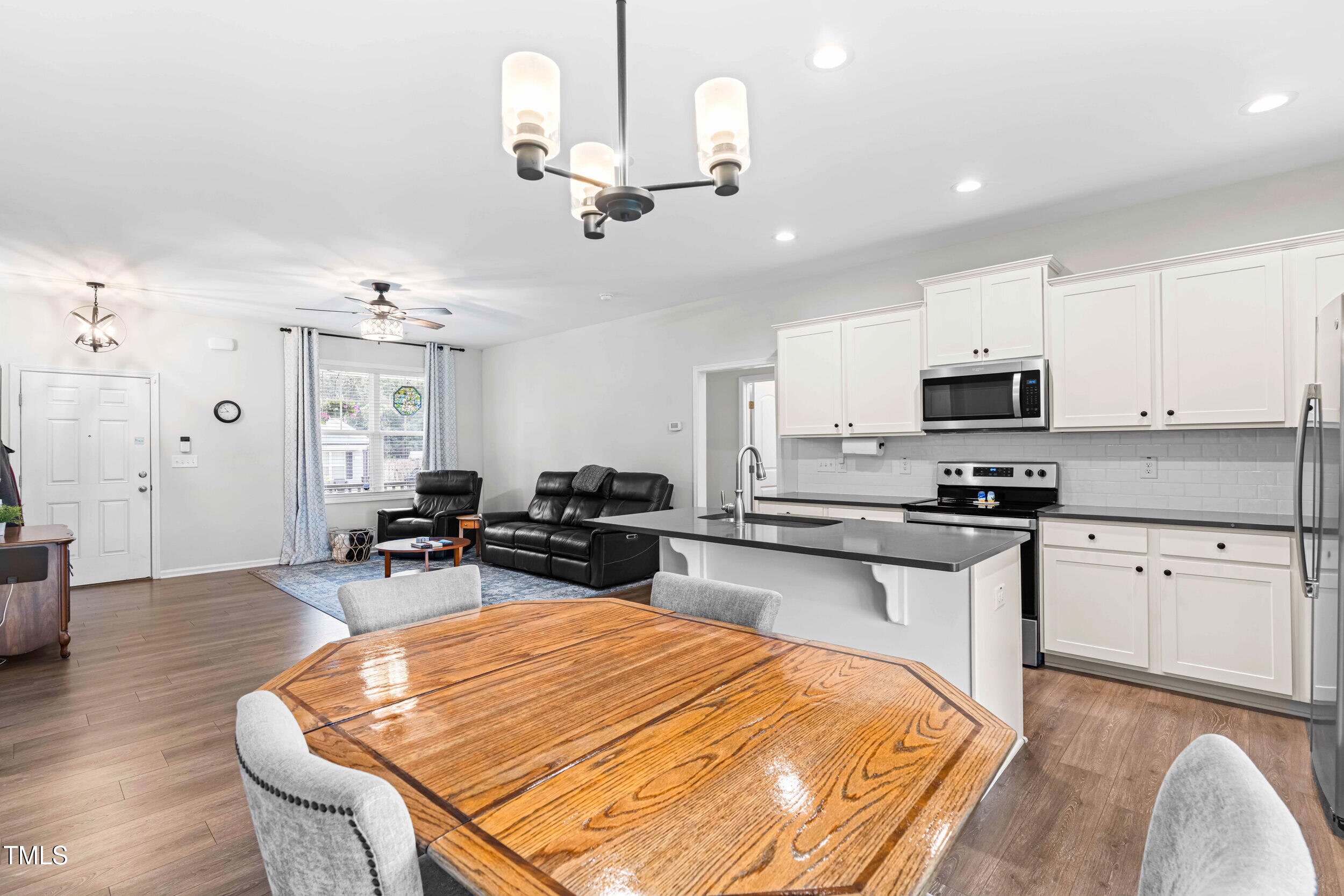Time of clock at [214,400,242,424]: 10:43
